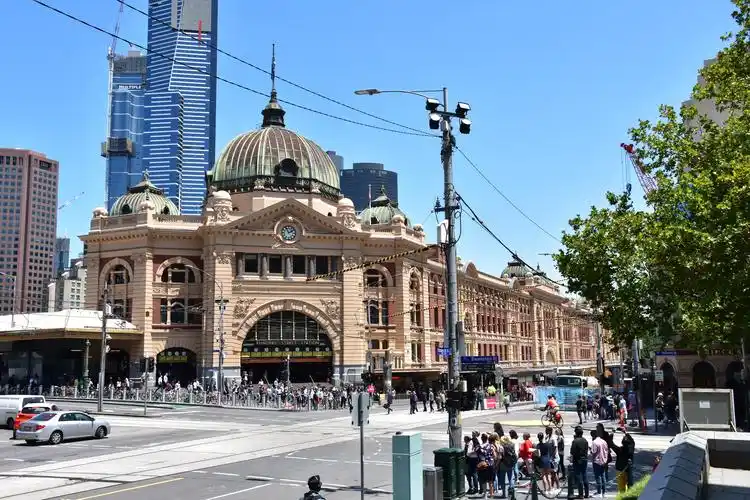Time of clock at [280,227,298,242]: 1:56
